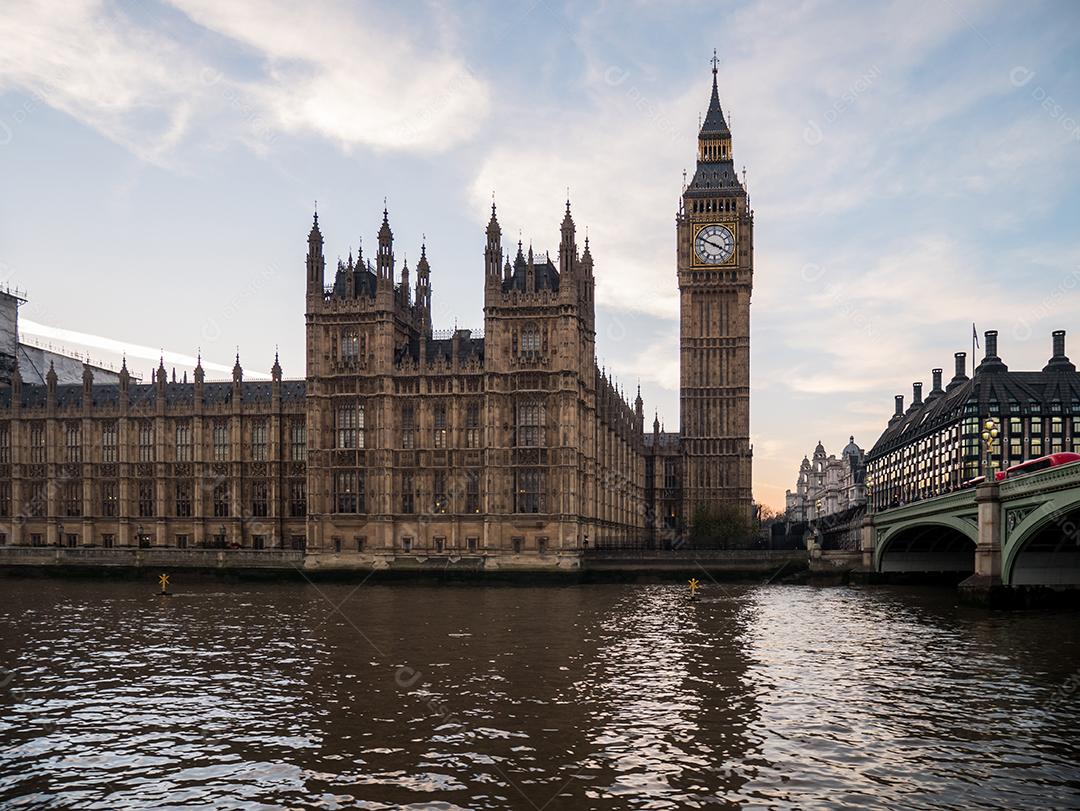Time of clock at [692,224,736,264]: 3:48
